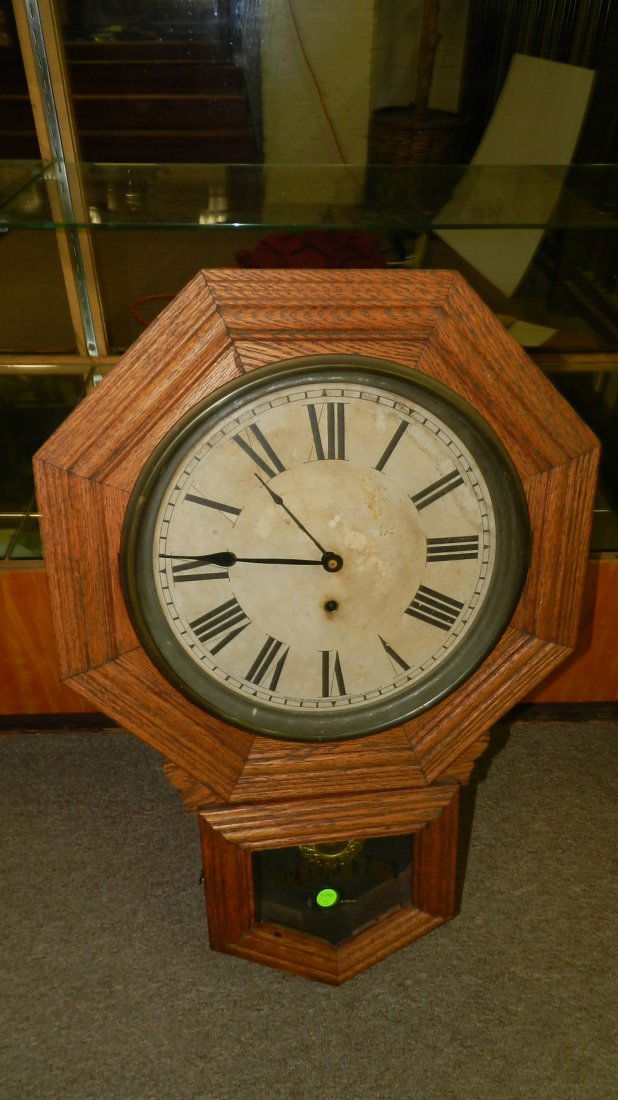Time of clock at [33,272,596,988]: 10:45
